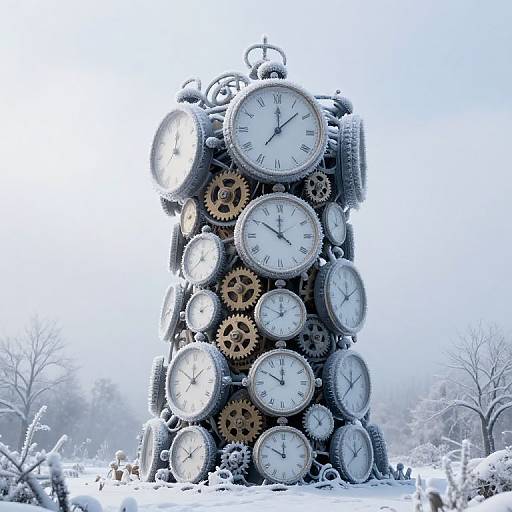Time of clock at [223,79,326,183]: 12:07
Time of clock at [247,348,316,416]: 10:00
